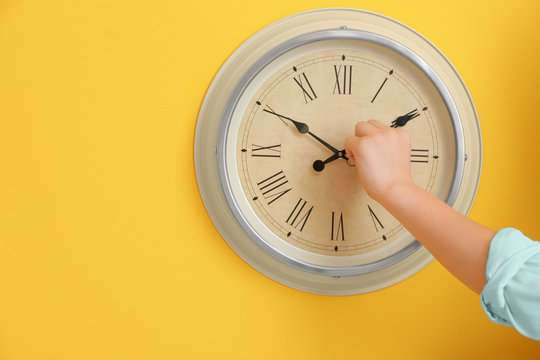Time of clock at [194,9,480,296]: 7:50
